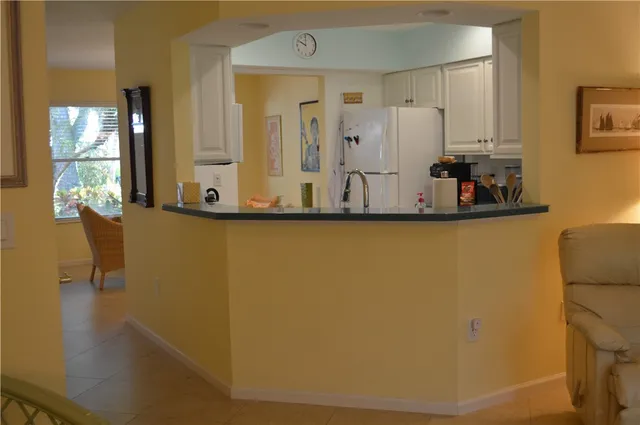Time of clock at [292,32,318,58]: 10:00
